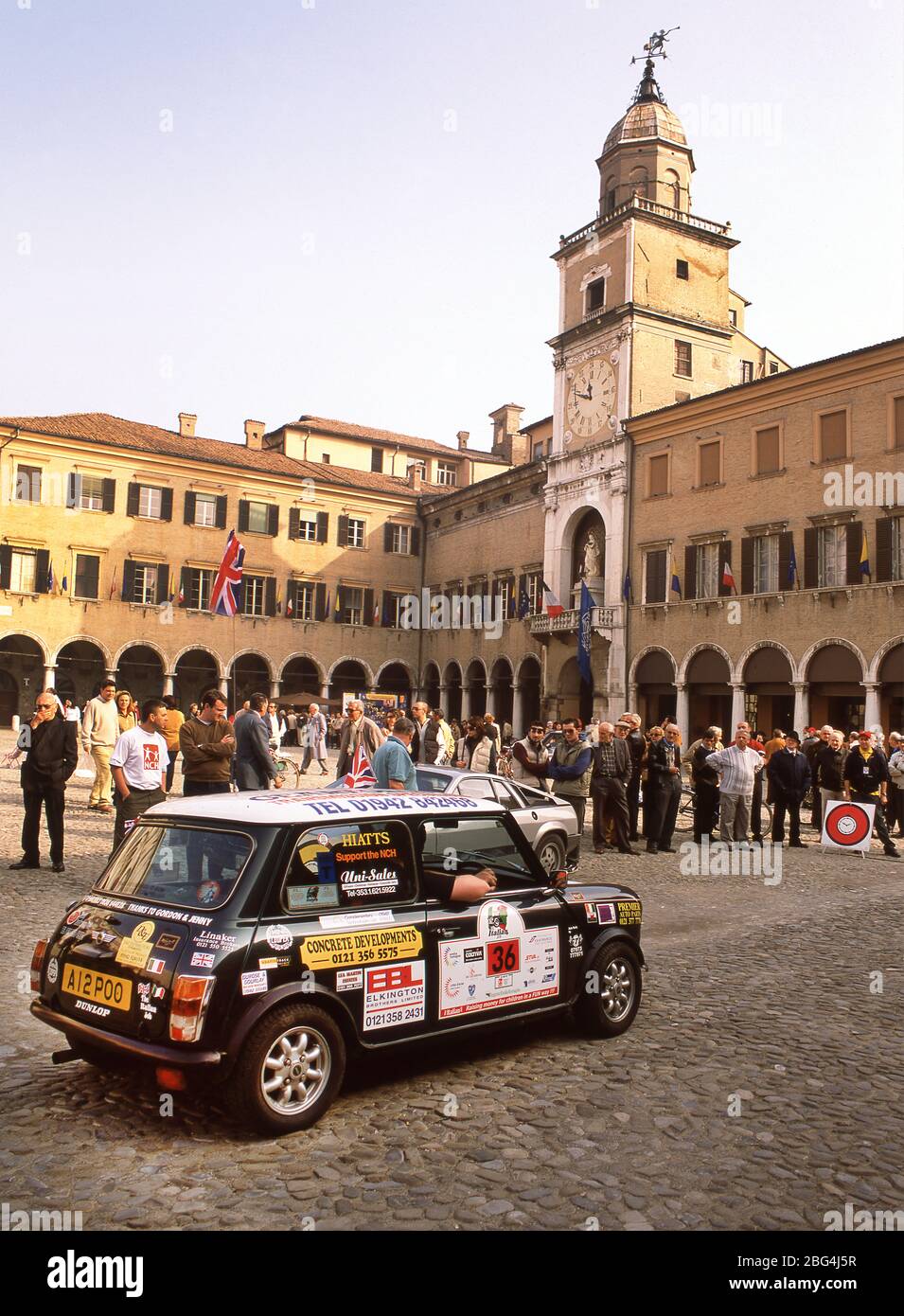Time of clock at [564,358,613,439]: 11:48
